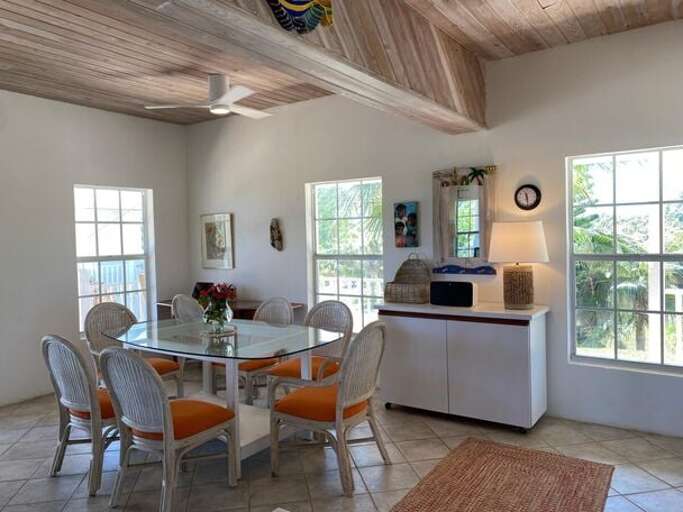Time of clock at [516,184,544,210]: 11:28
